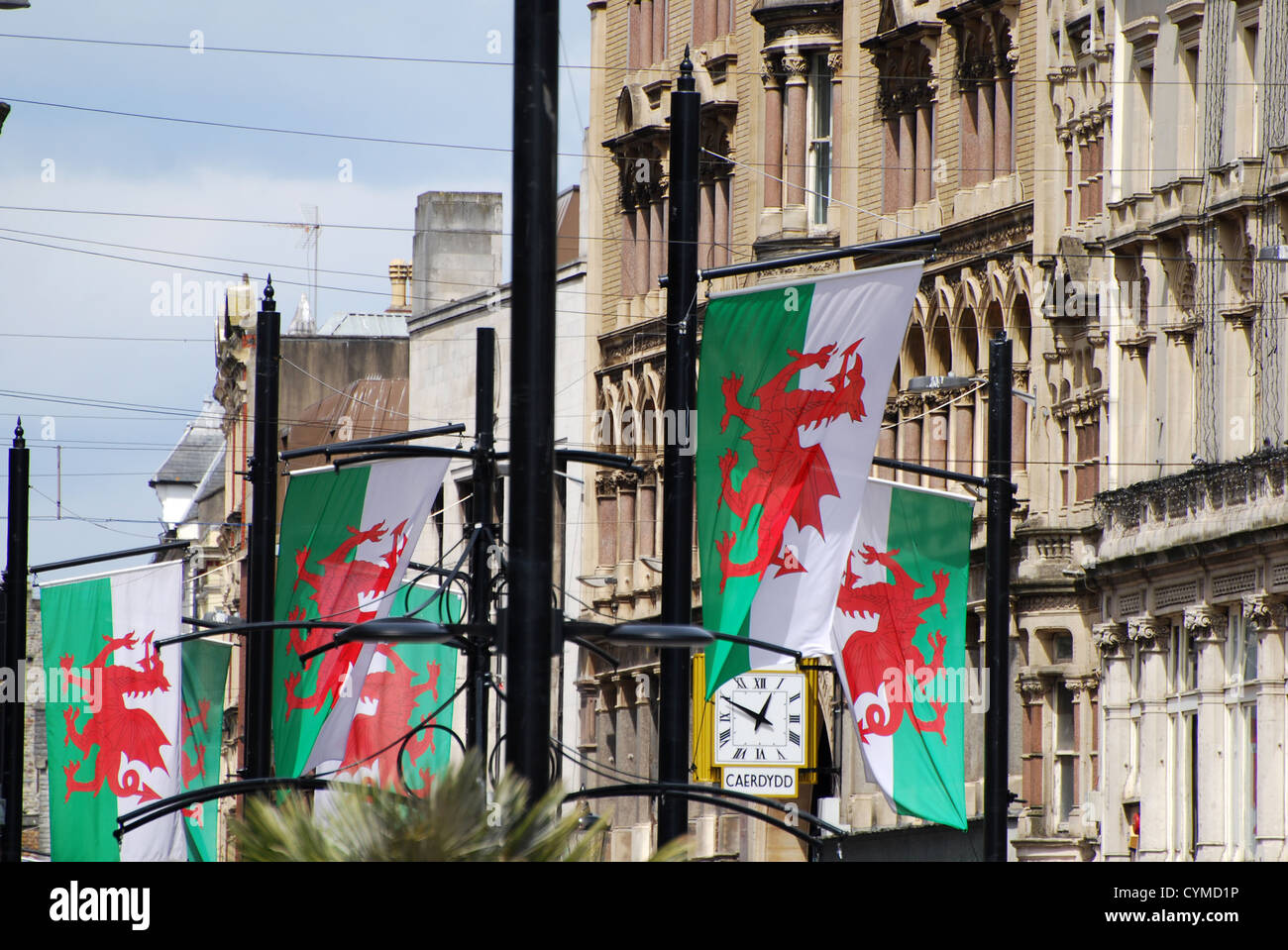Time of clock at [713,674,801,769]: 12:49
